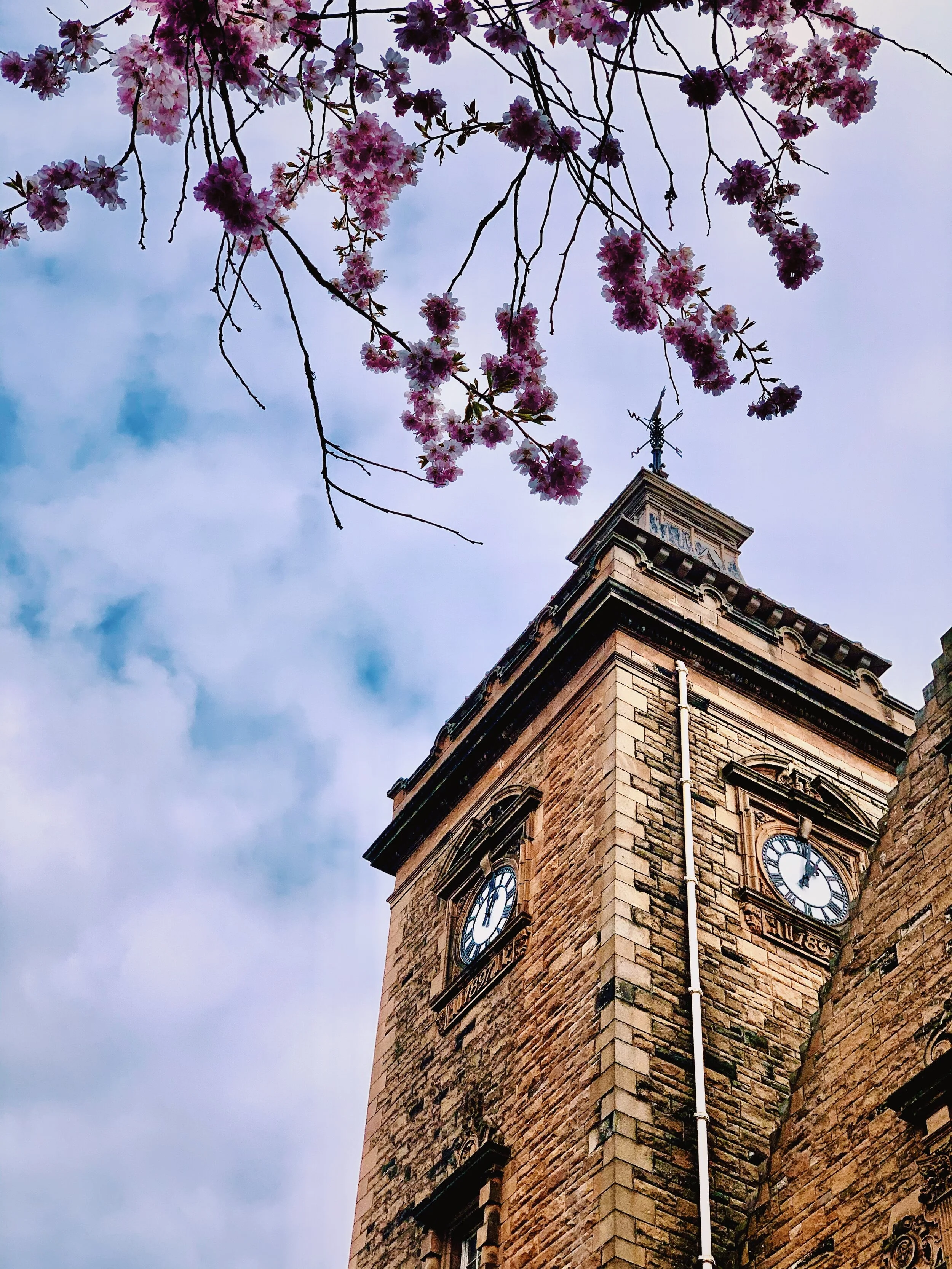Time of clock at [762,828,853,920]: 1:02
